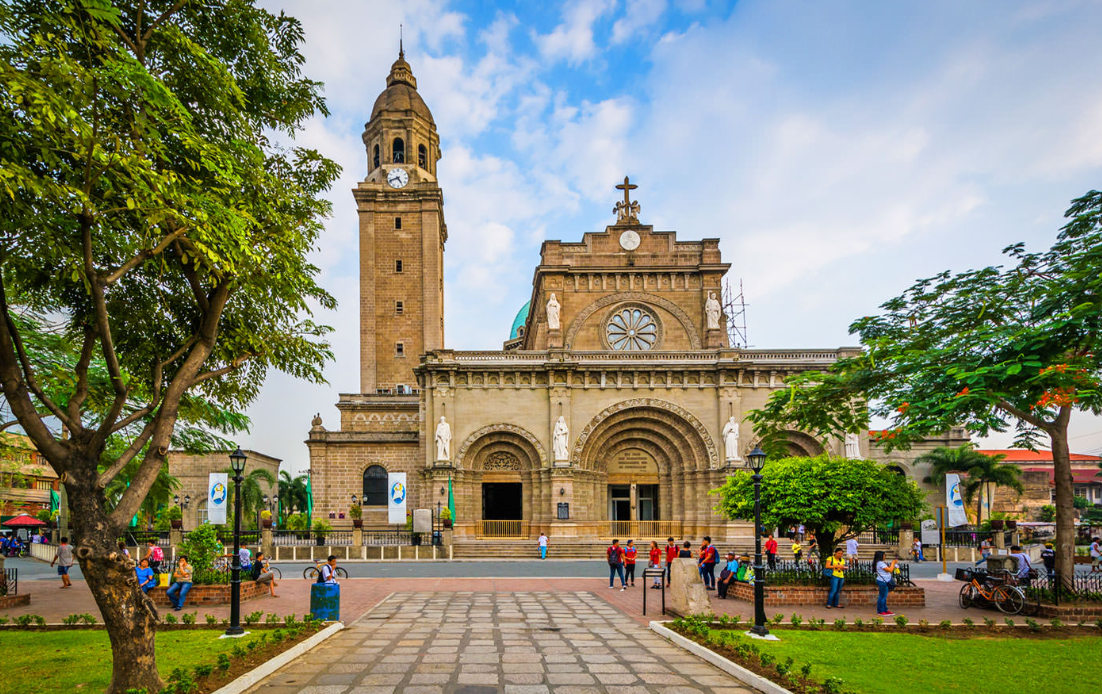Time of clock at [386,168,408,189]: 4:41
